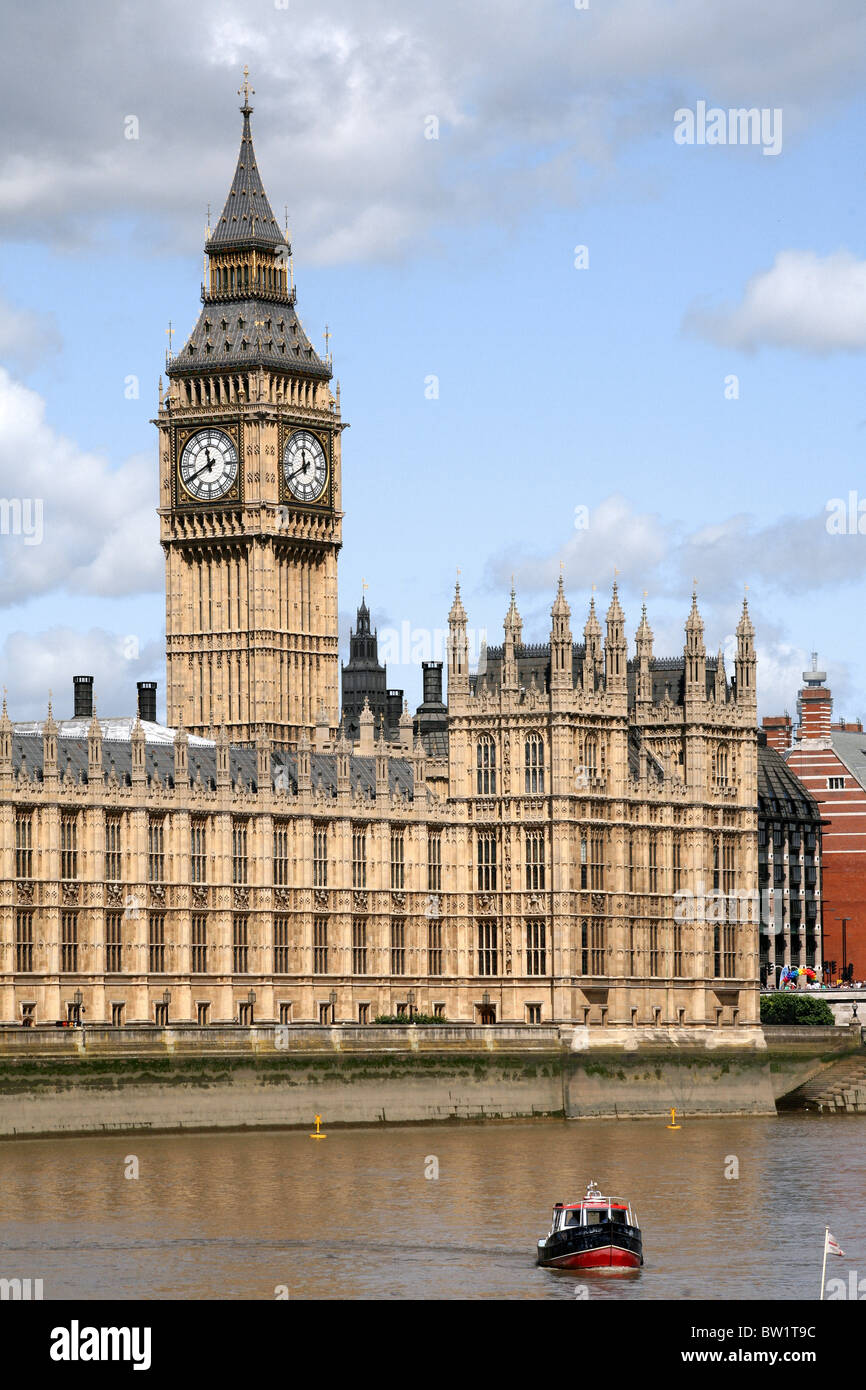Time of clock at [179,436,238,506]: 11:40
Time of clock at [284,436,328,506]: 11:40
